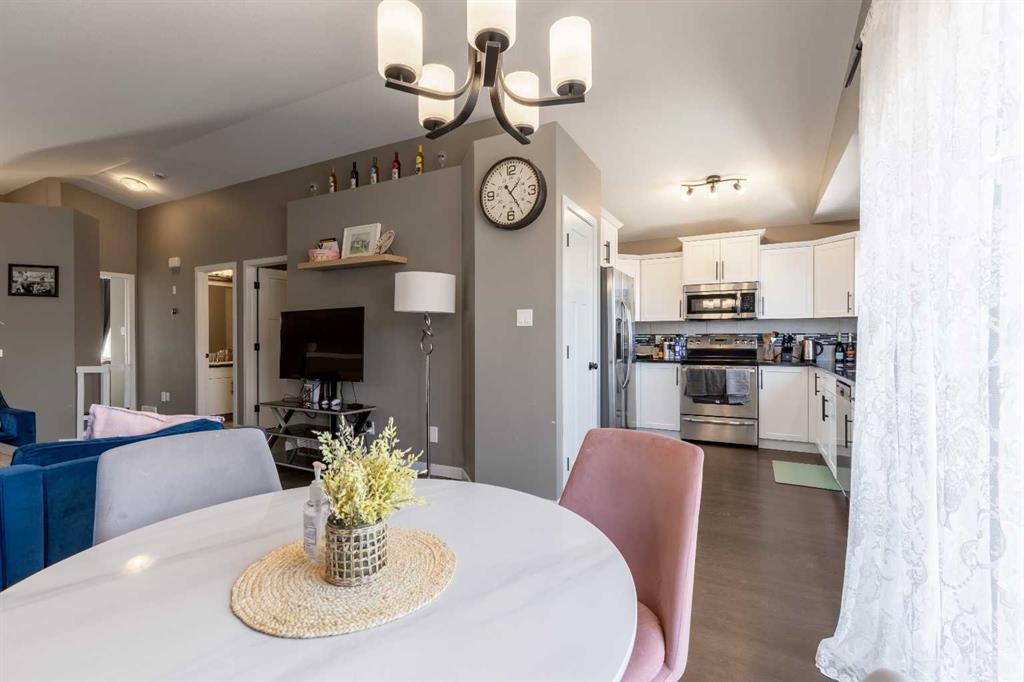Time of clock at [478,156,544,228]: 1:24
